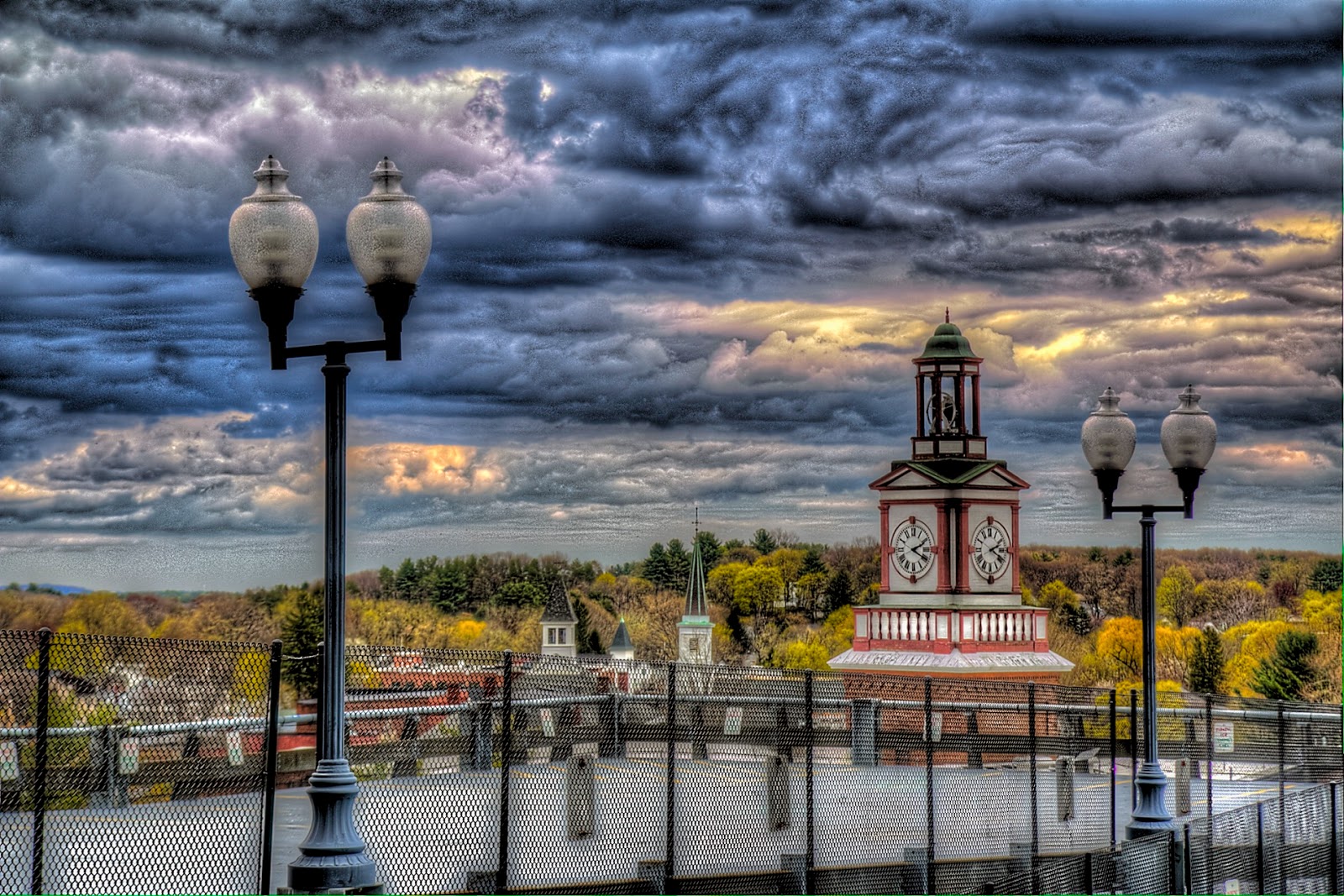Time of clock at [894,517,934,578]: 2:19
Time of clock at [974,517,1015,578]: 2:19
